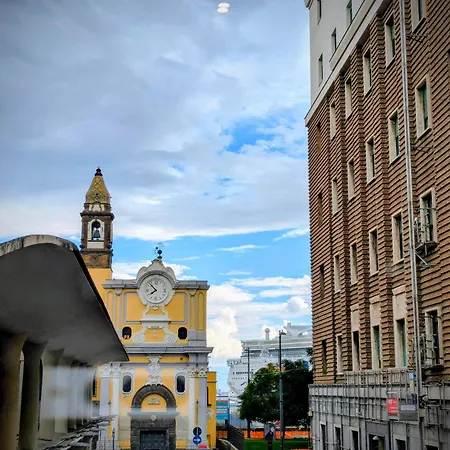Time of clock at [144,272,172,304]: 7:52
